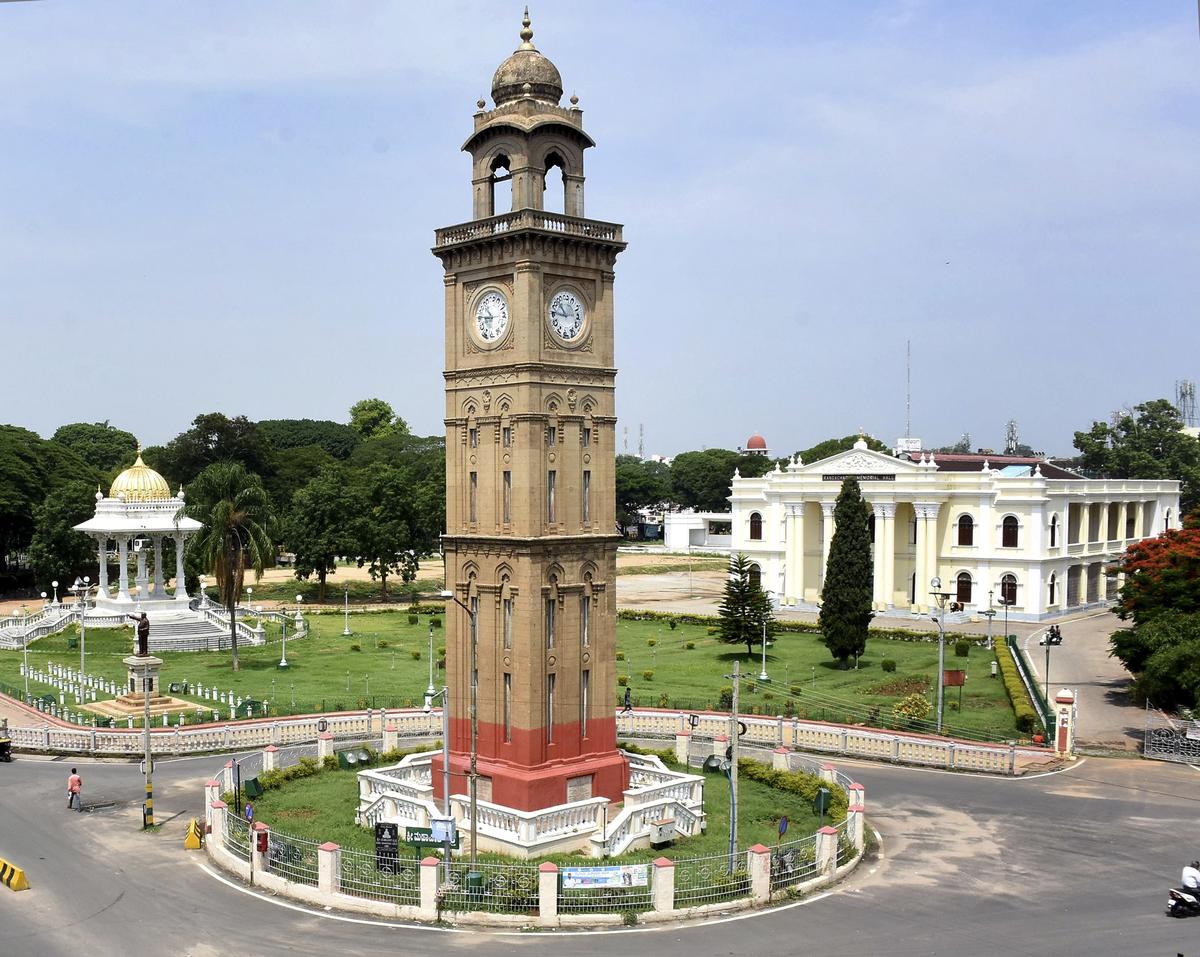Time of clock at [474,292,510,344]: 10:45
